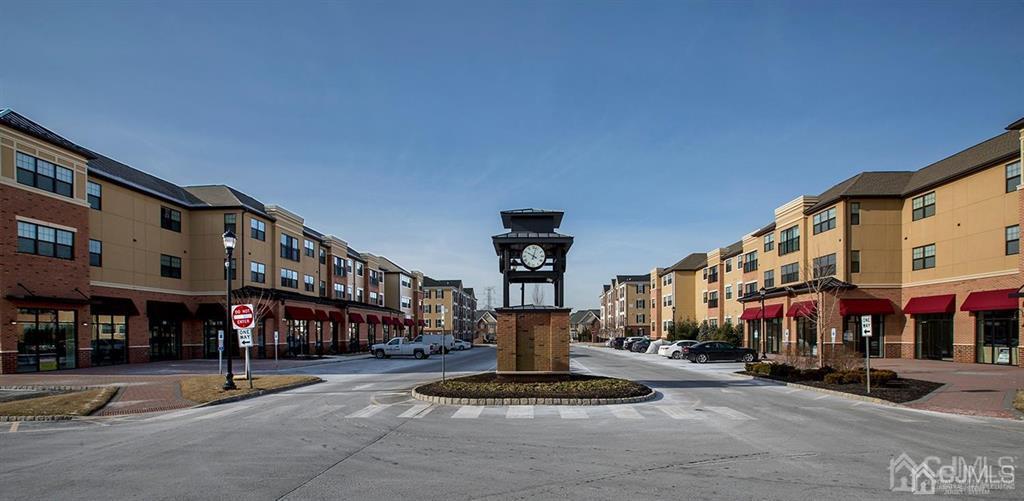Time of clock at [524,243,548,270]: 10:02
